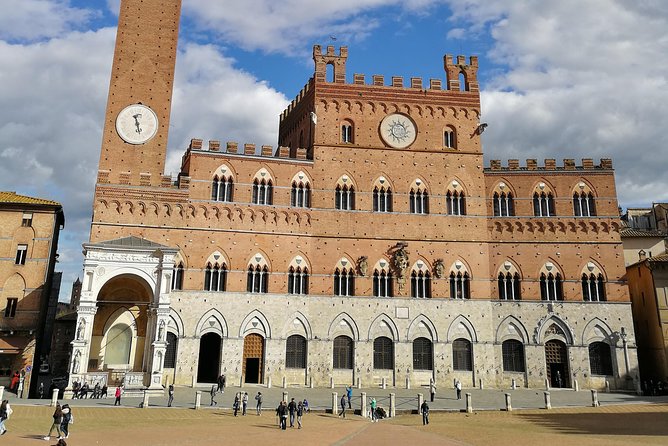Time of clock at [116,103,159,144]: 5:27
